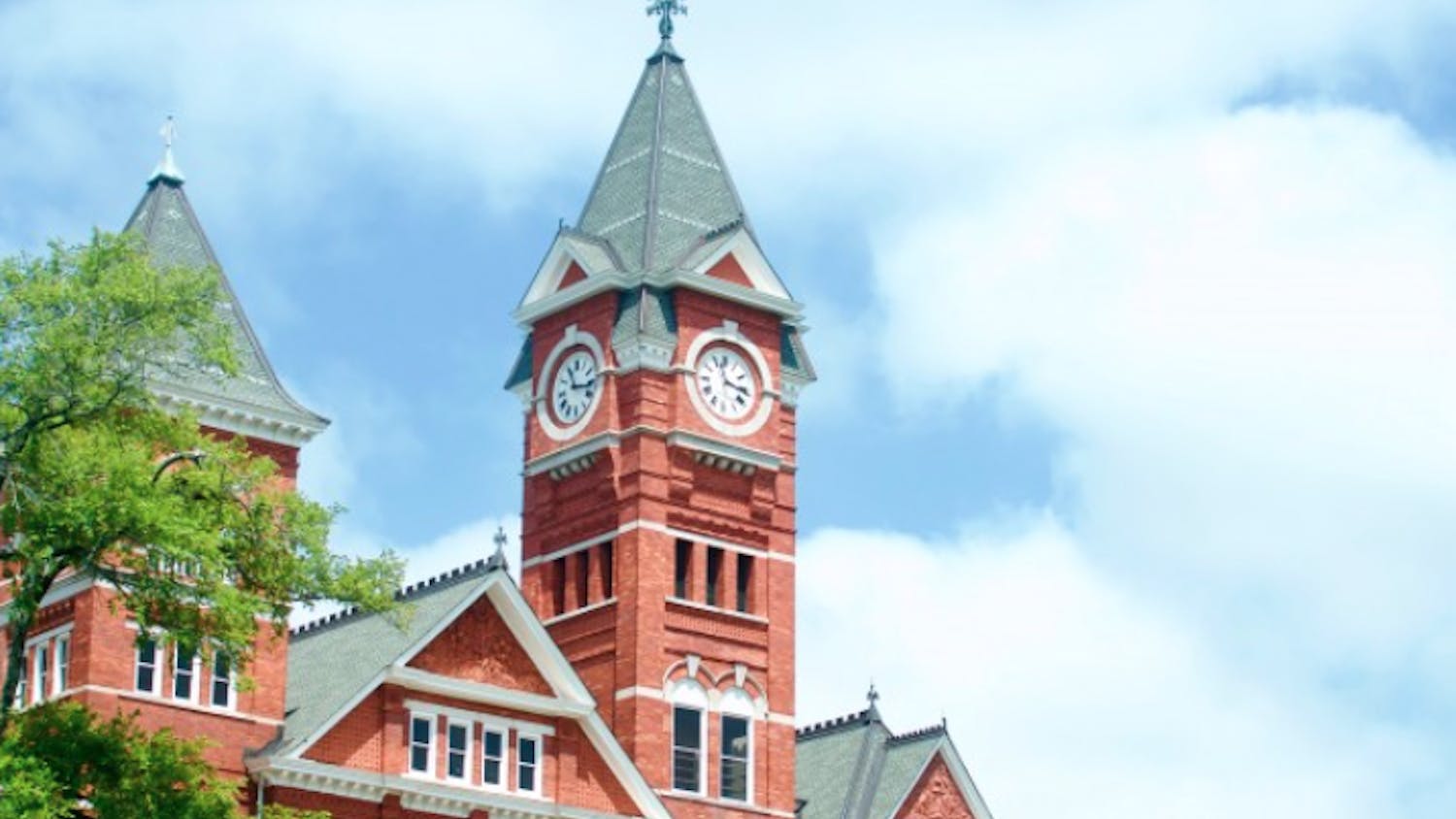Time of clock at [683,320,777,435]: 11:16
